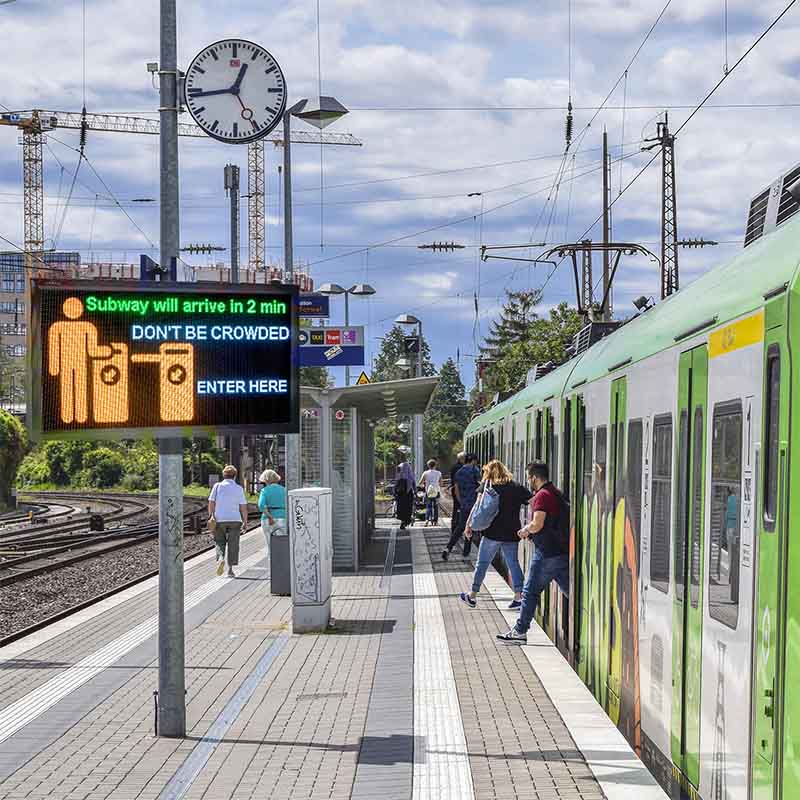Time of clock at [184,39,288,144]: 12:43
